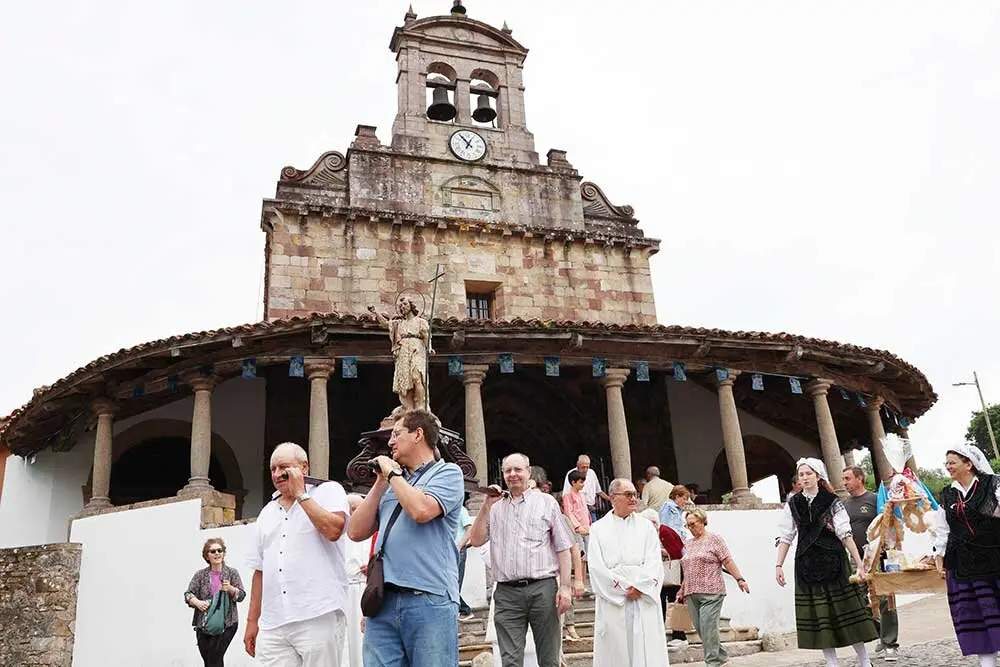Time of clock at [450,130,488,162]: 12:53
